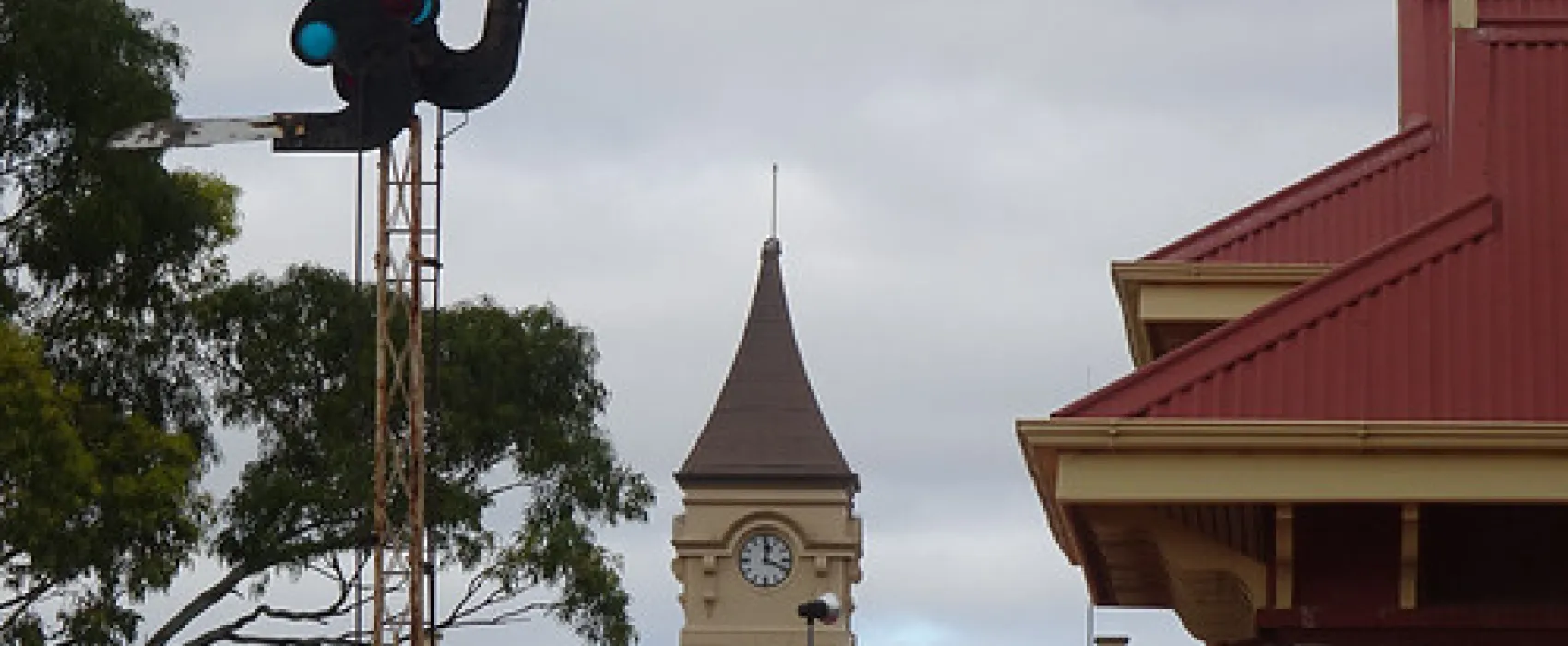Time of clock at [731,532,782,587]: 4:00
